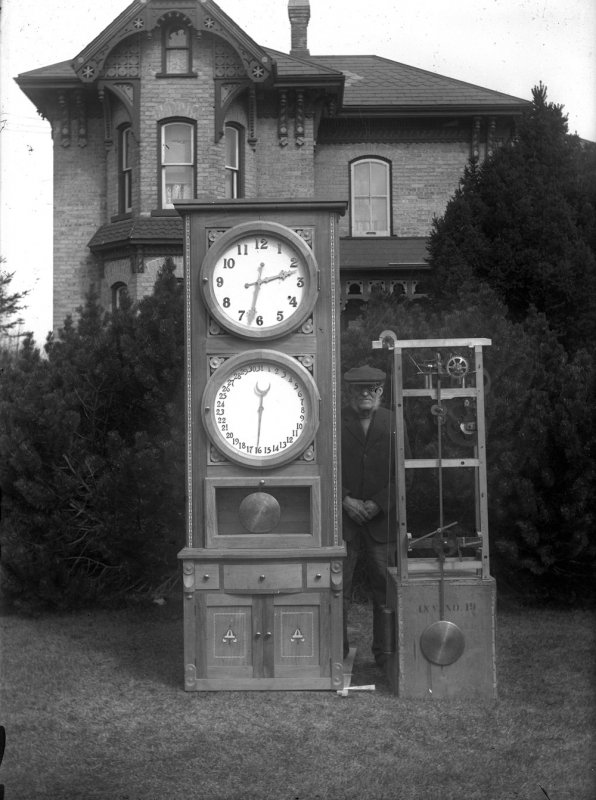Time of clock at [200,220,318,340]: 2:32
